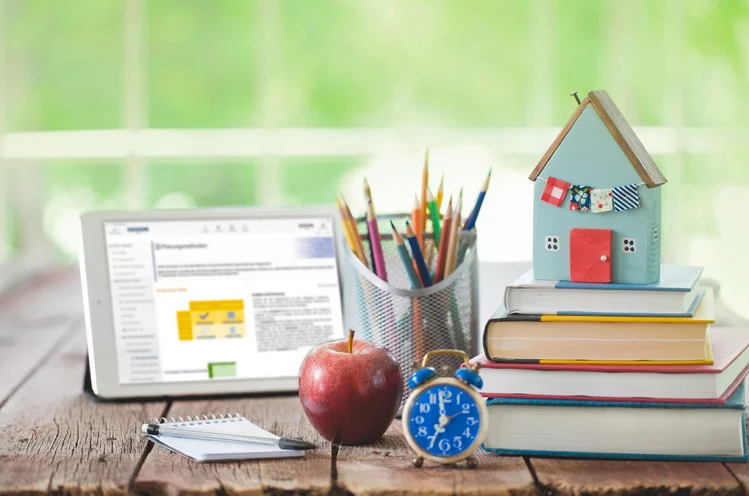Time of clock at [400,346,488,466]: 6:58
